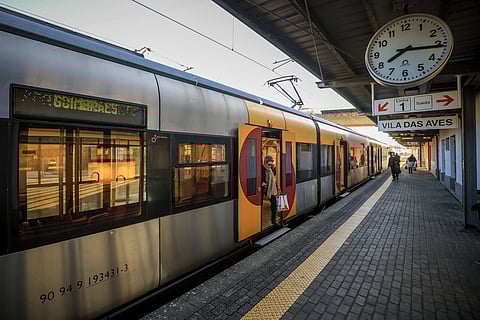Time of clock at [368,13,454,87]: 8:15
